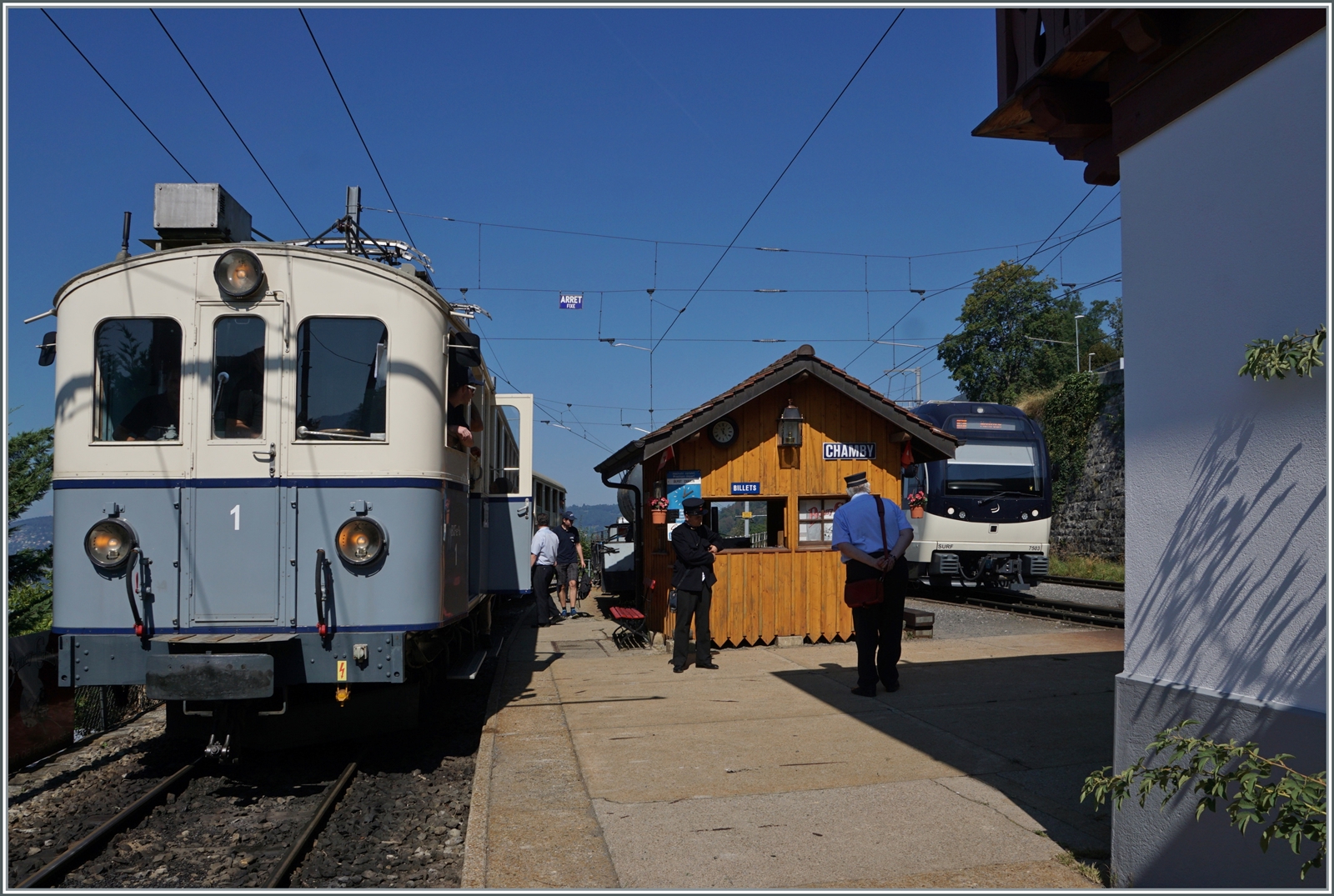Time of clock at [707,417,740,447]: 12:24
